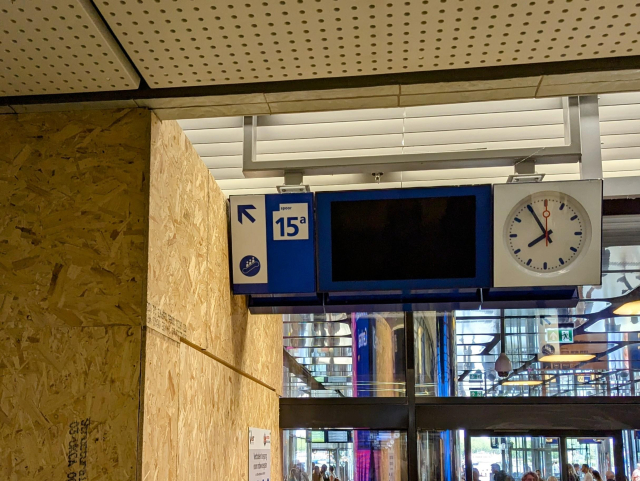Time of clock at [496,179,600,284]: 7:54
